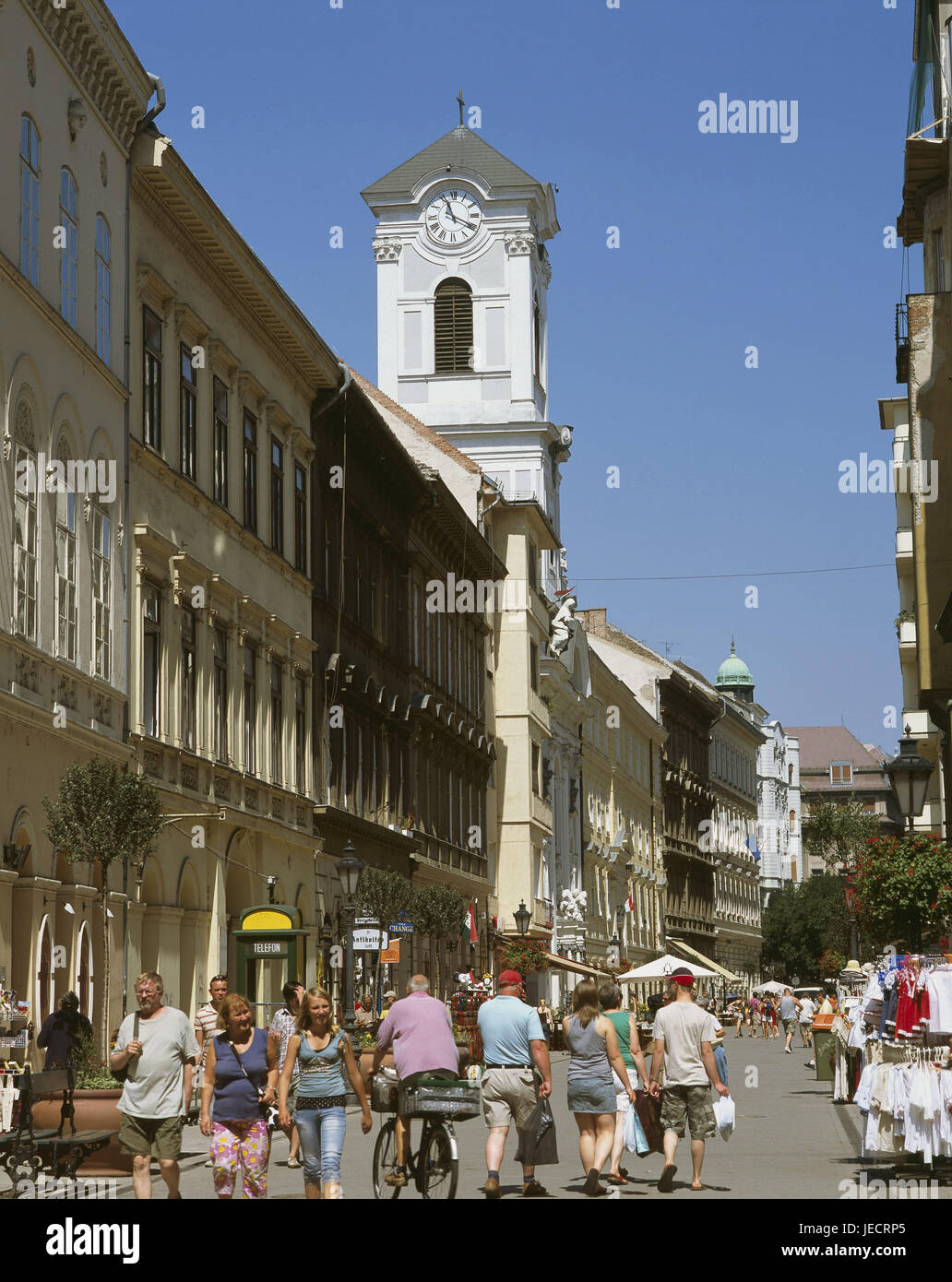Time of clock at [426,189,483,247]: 11:19
